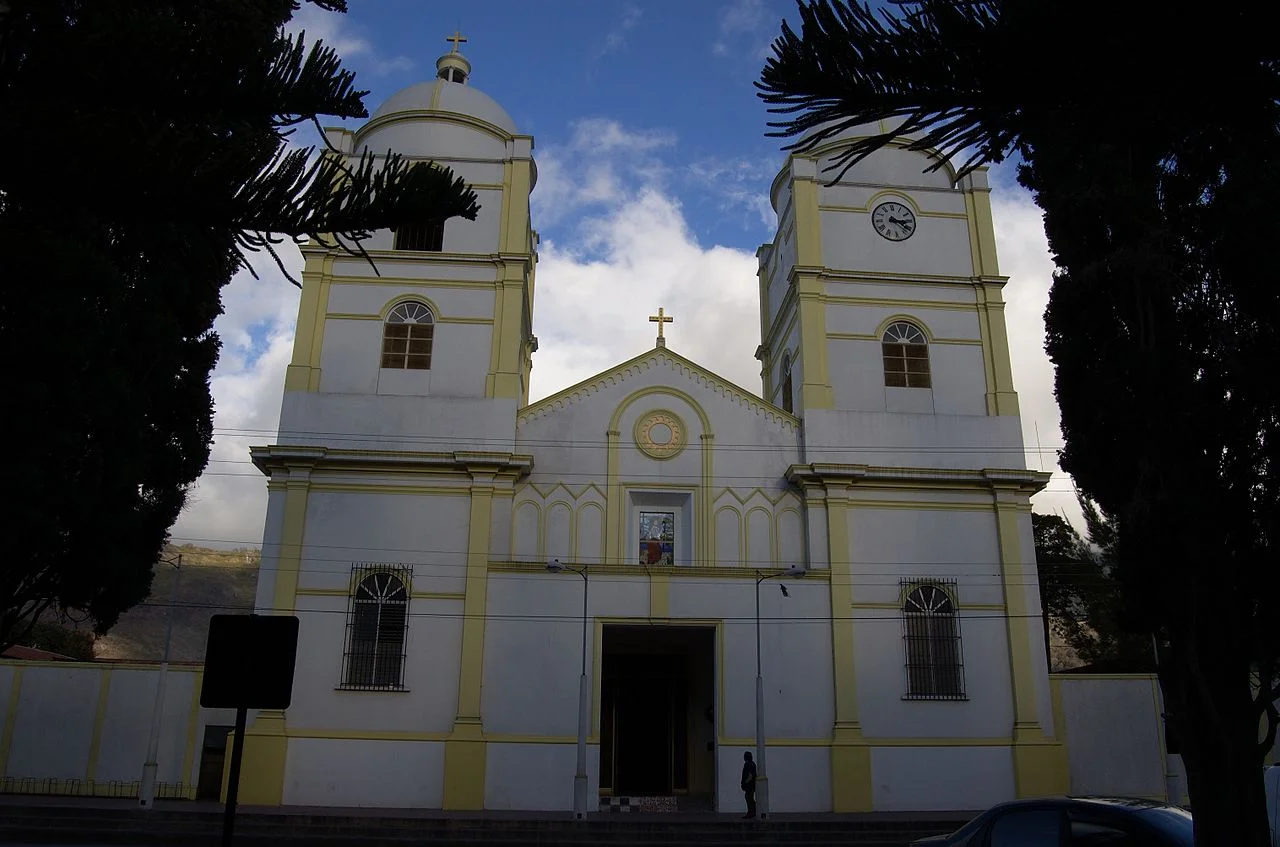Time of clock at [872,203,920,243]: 3:22
